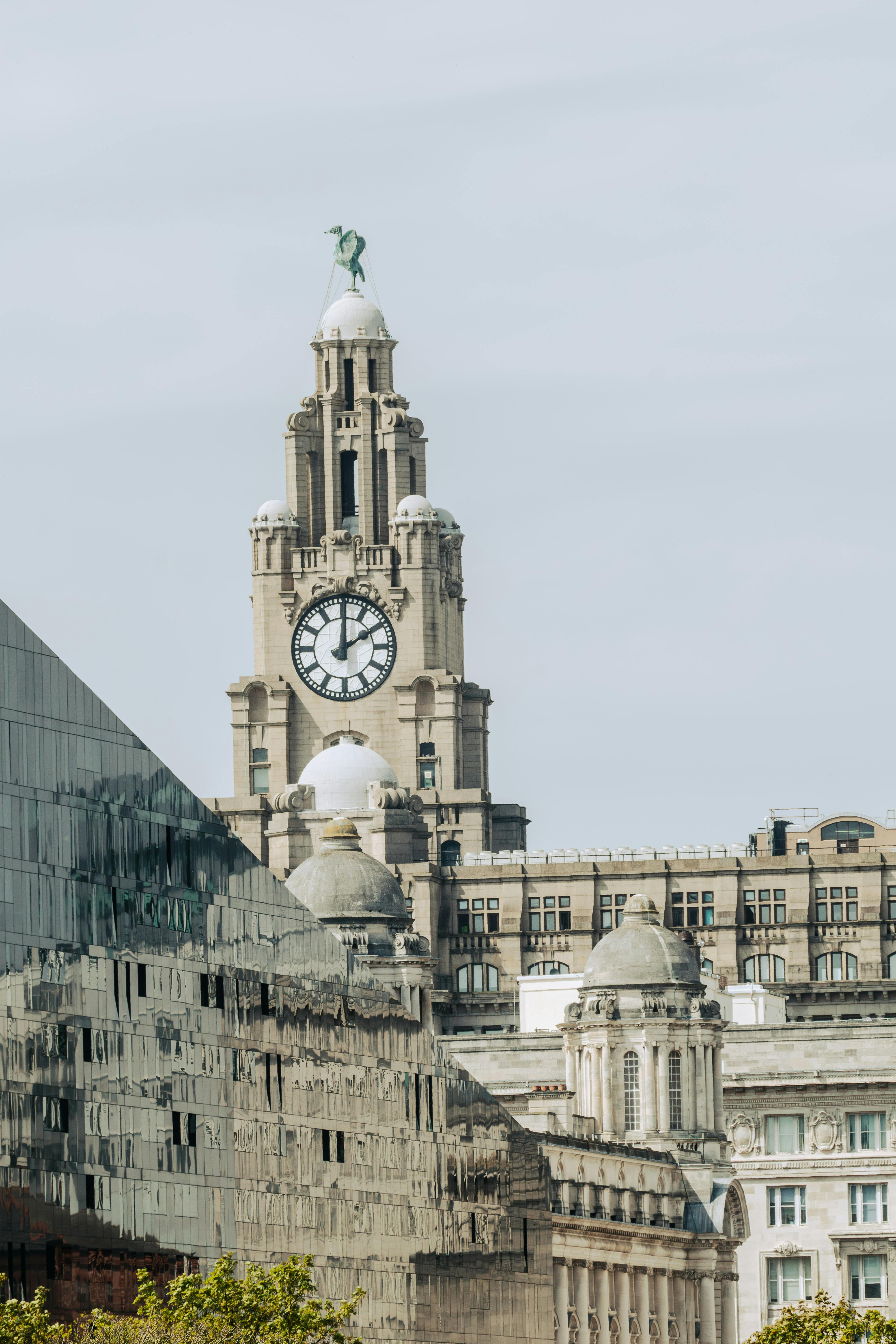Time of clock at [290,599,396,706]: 2:00
